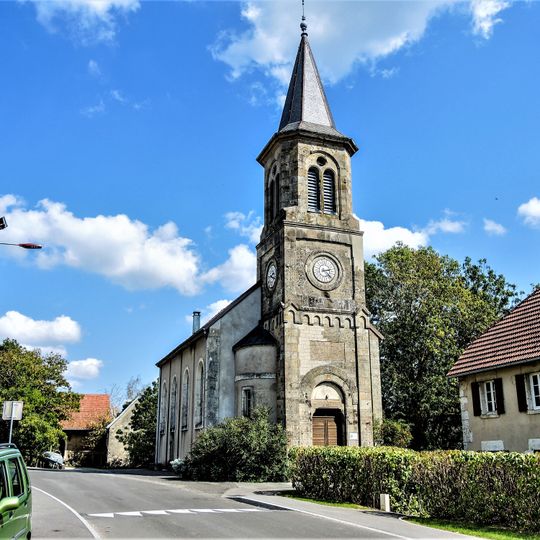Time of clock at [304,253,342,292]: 2:21
